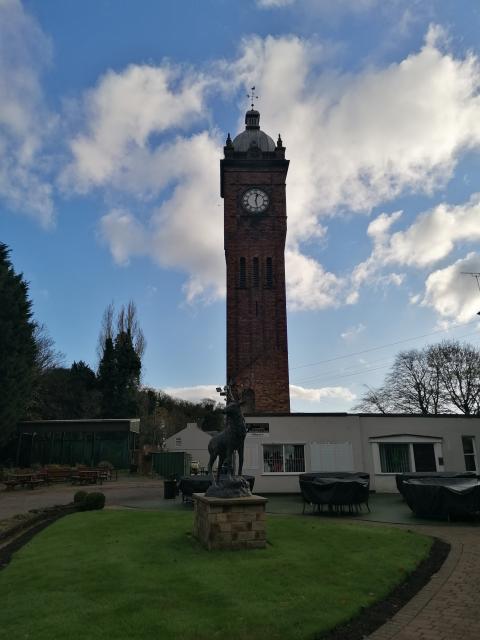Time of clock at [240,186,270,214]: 12:27
